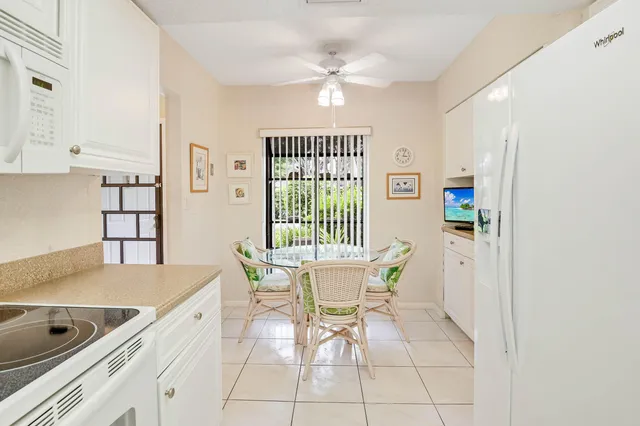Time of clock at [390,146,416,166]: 3:02
